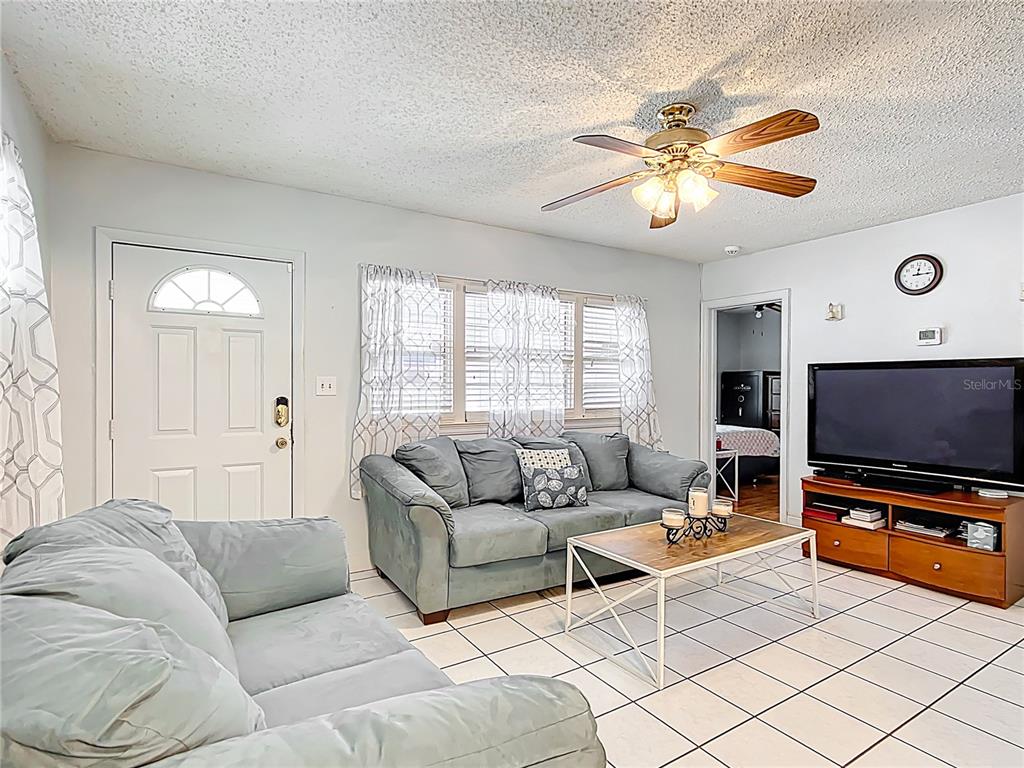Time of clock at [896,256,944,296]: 12:14
